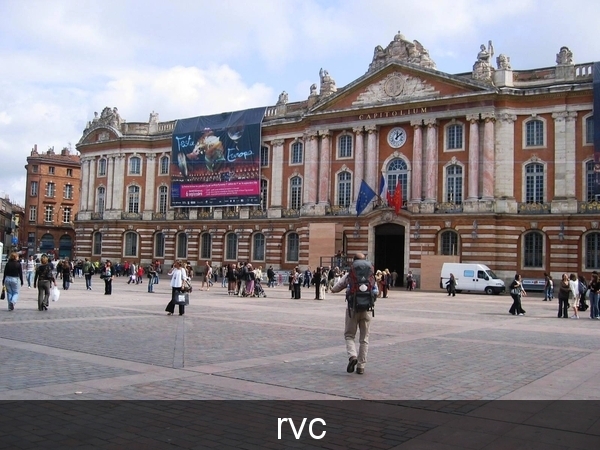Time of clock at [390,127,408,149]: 12:07
